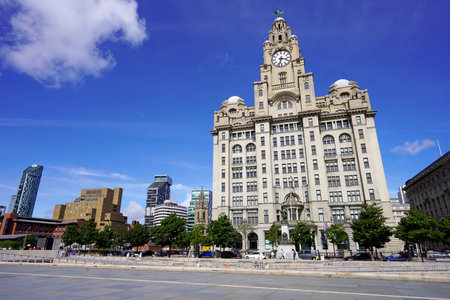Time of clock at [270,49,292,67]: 3:32
